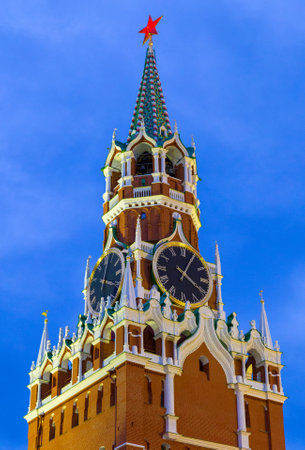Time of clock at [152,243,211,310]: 4:04
